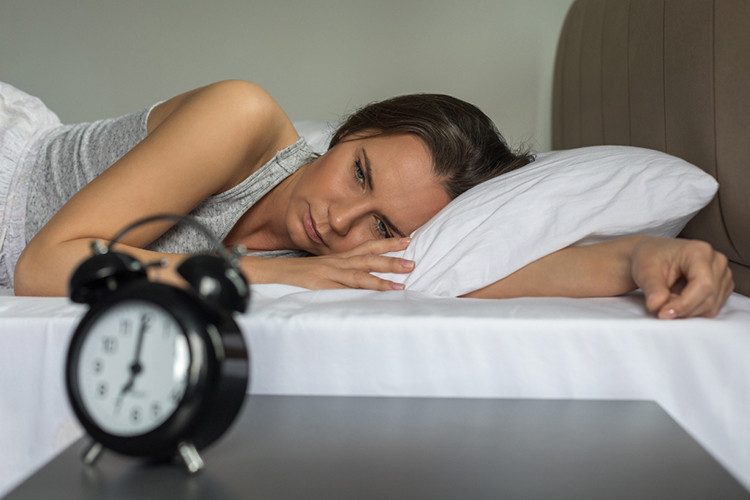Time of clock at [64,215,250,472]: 7:00
